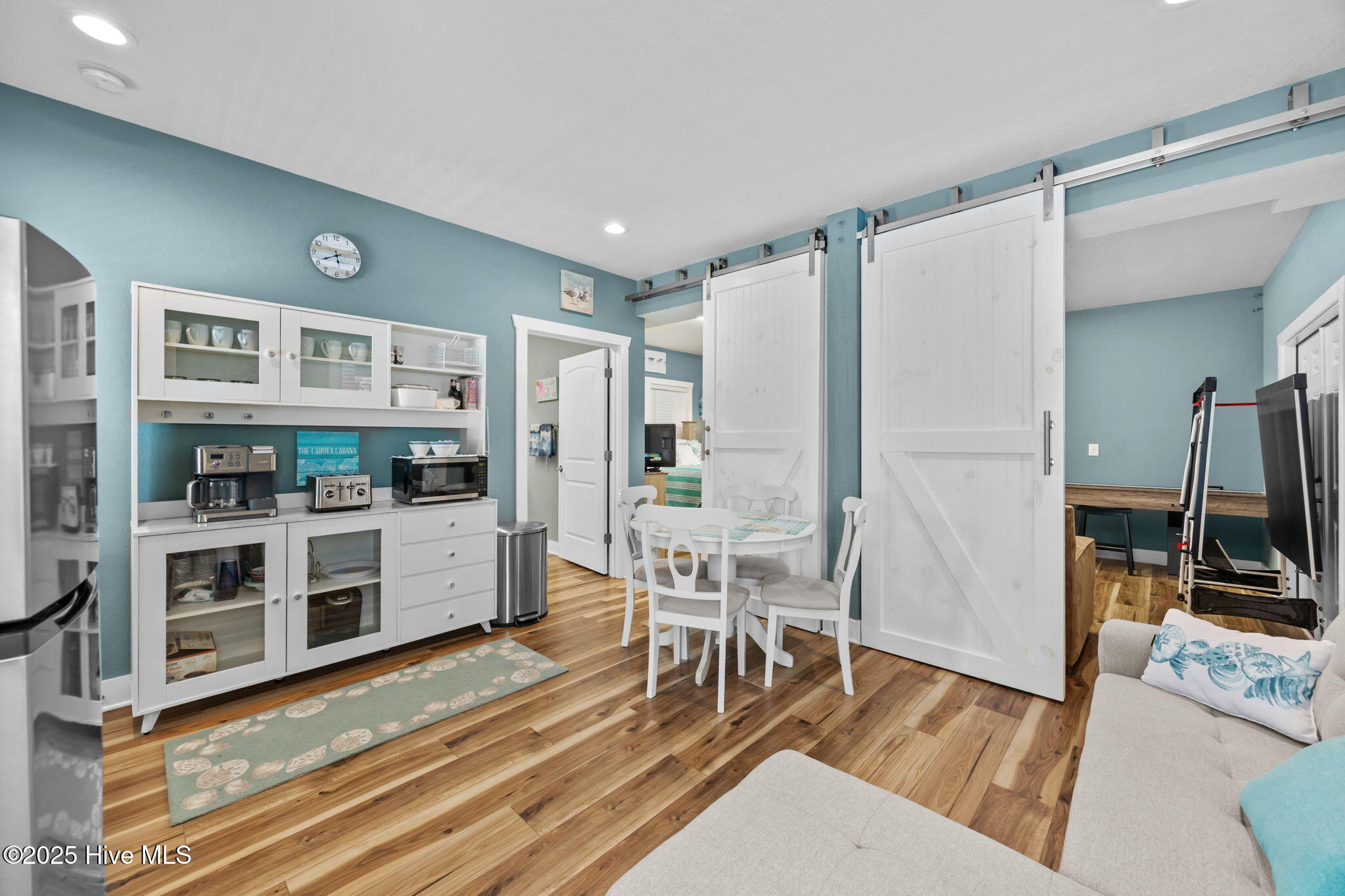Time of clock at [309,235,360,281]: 5:40
